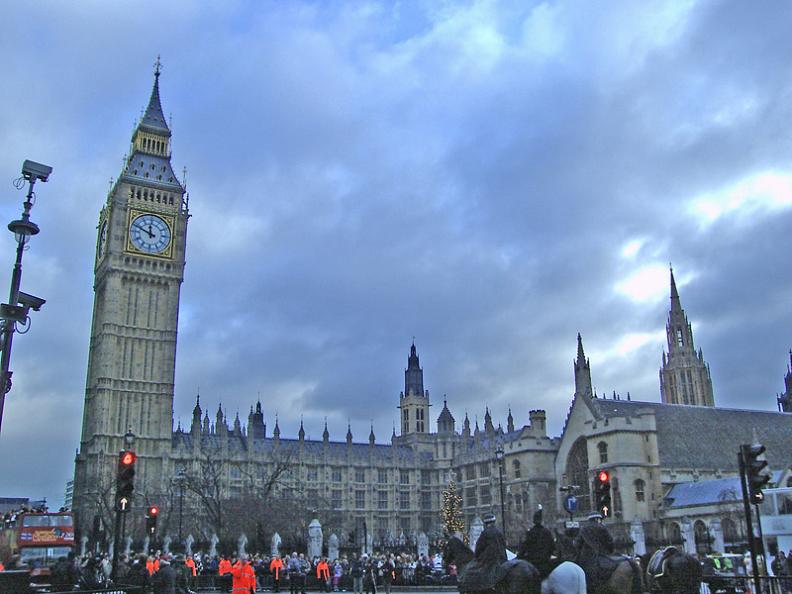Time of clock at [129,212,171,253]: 11:48
